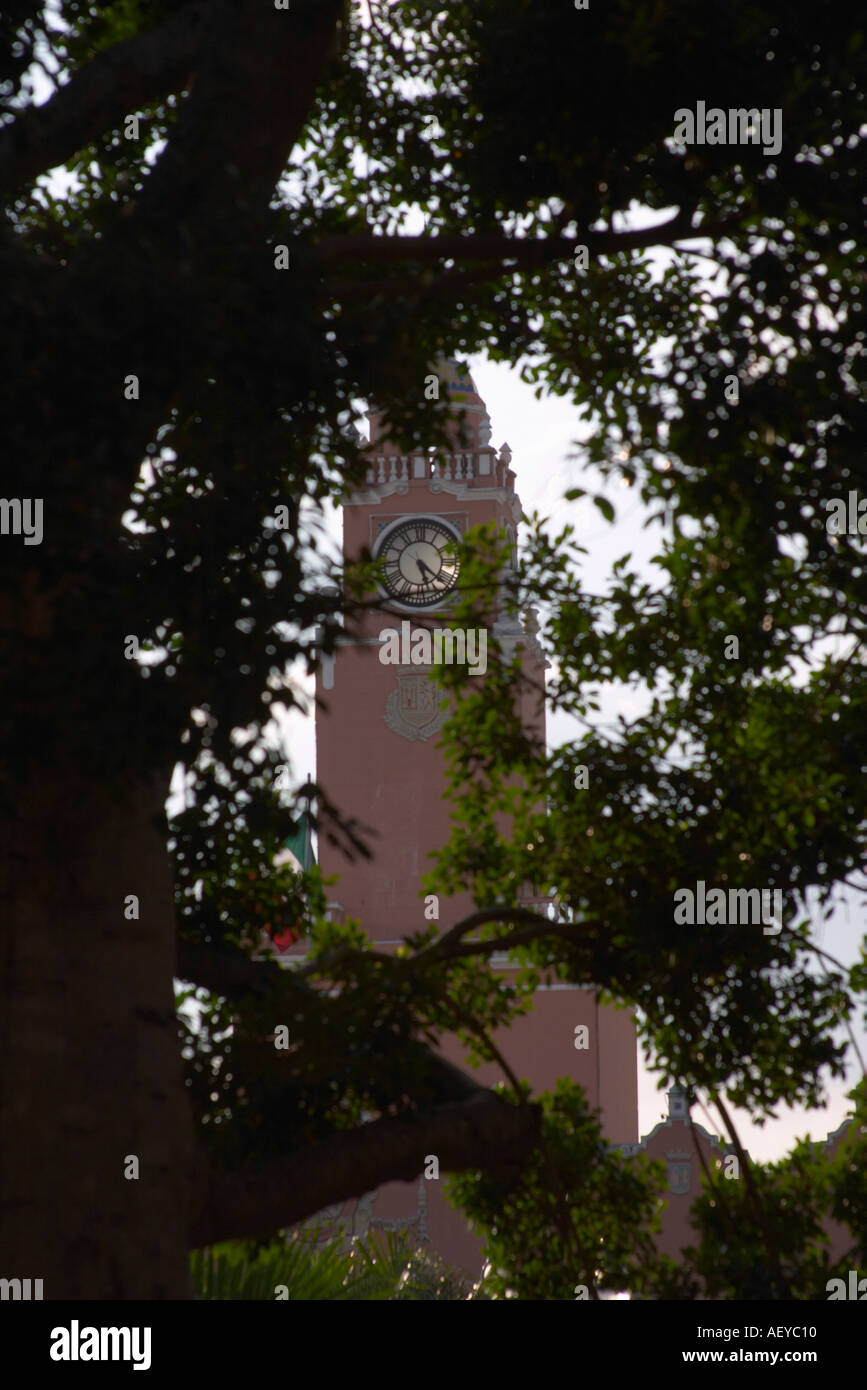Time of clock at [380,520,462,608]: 5:21
